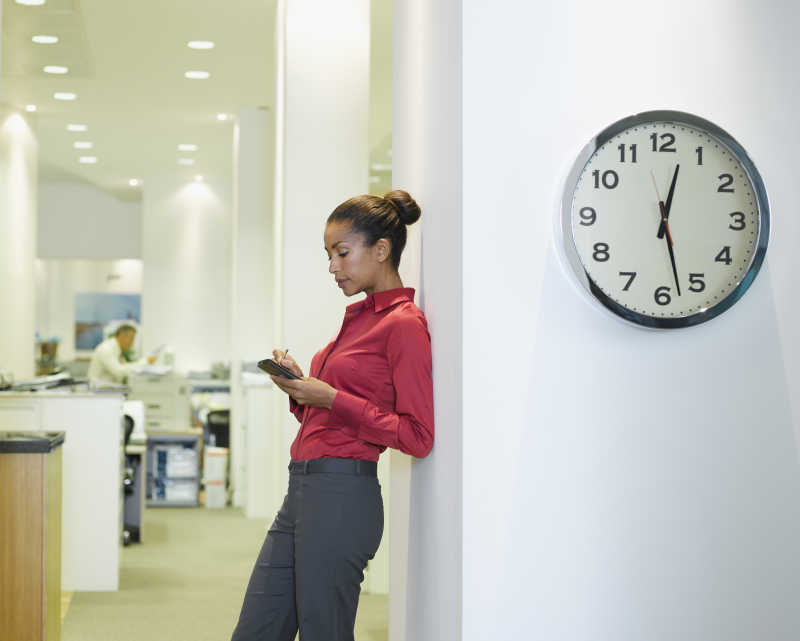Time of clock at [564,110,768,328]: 12:27
